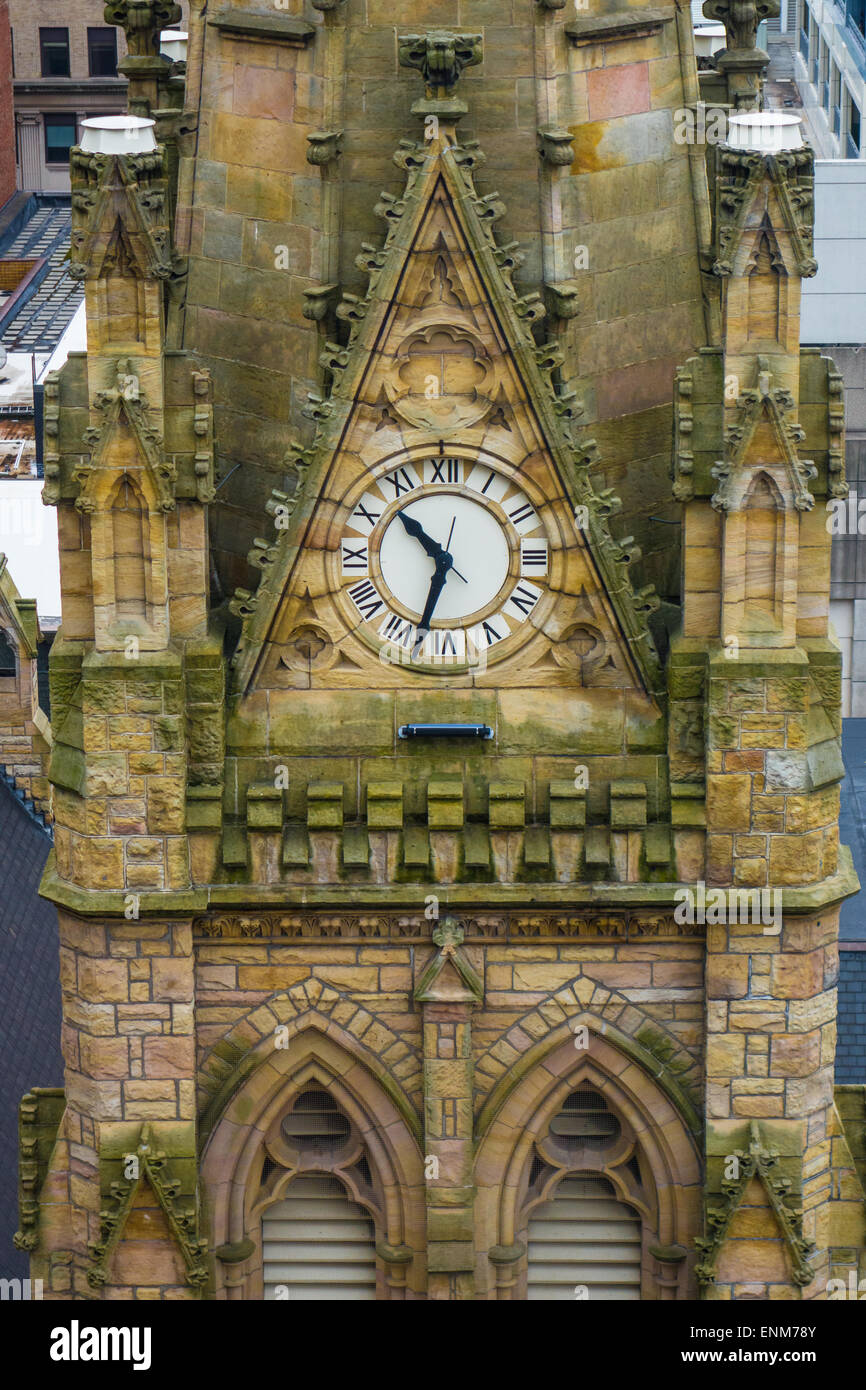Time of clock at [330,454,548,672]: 10:32
